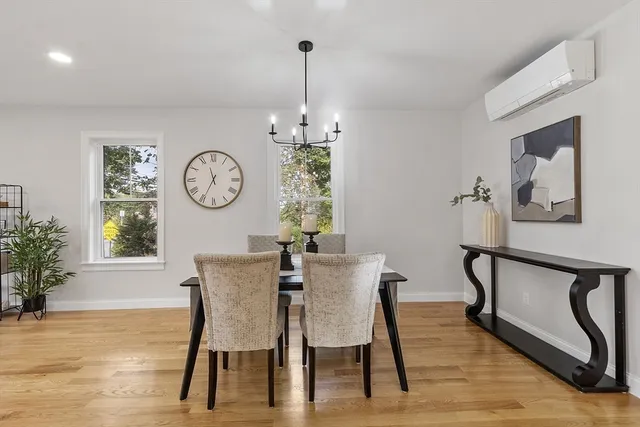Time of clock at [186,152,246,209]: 11:34
